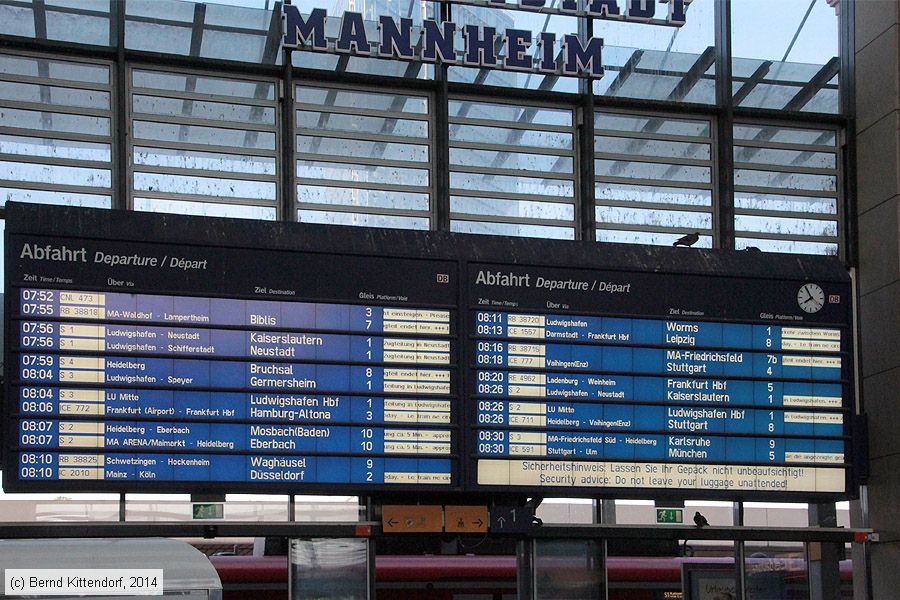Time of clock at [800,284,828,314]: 7:54
